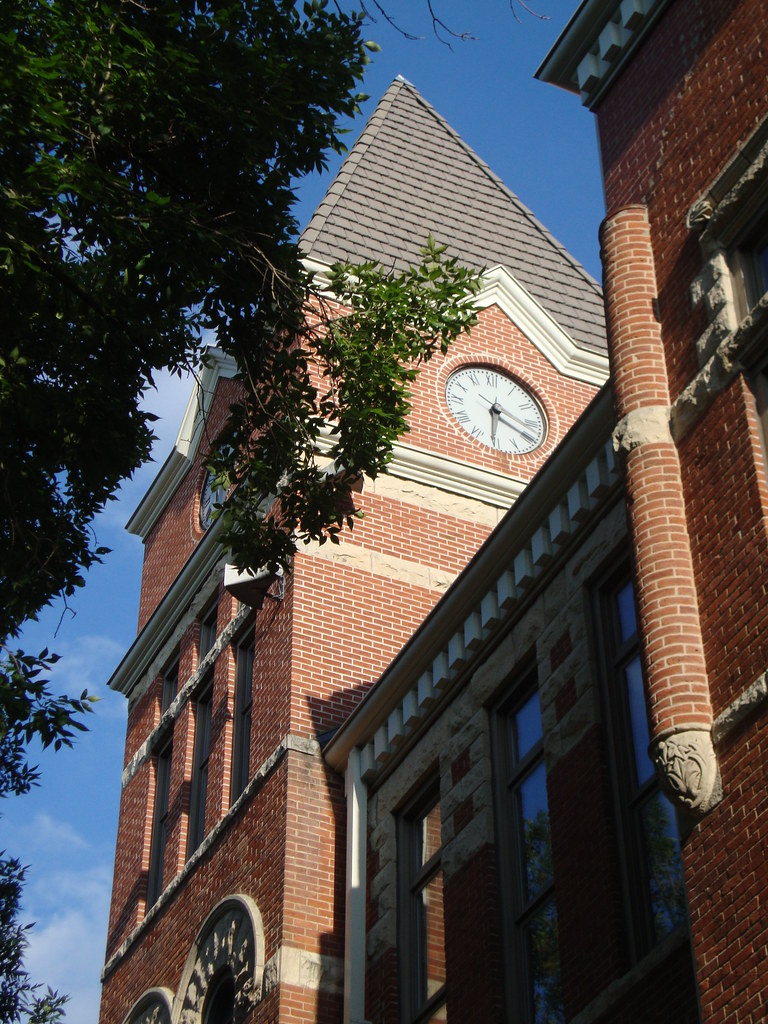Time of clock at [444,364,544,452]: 6:19
